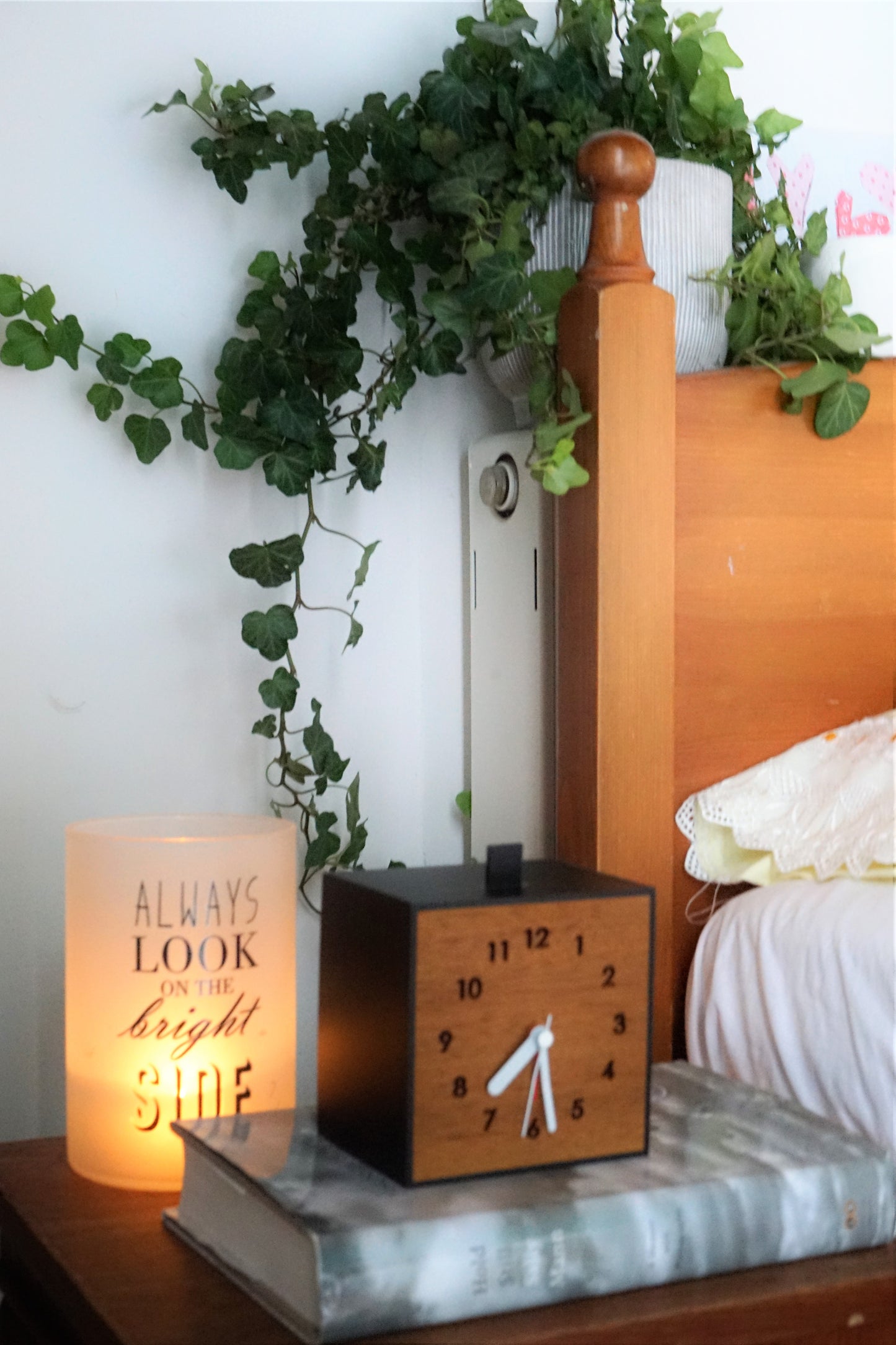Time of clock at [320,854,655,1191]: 7:28
